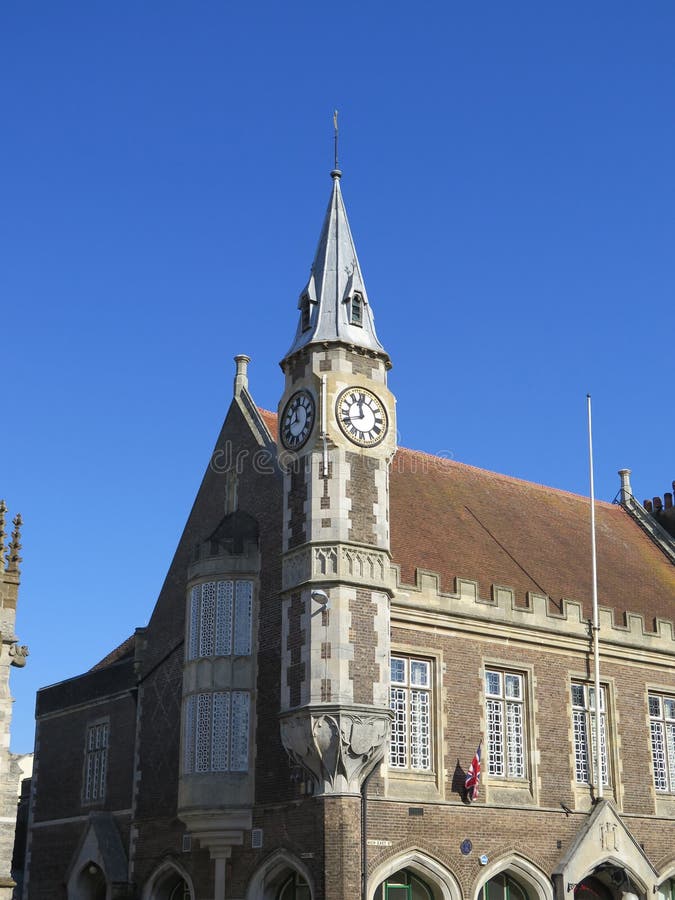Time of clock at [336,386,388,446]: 11:41
